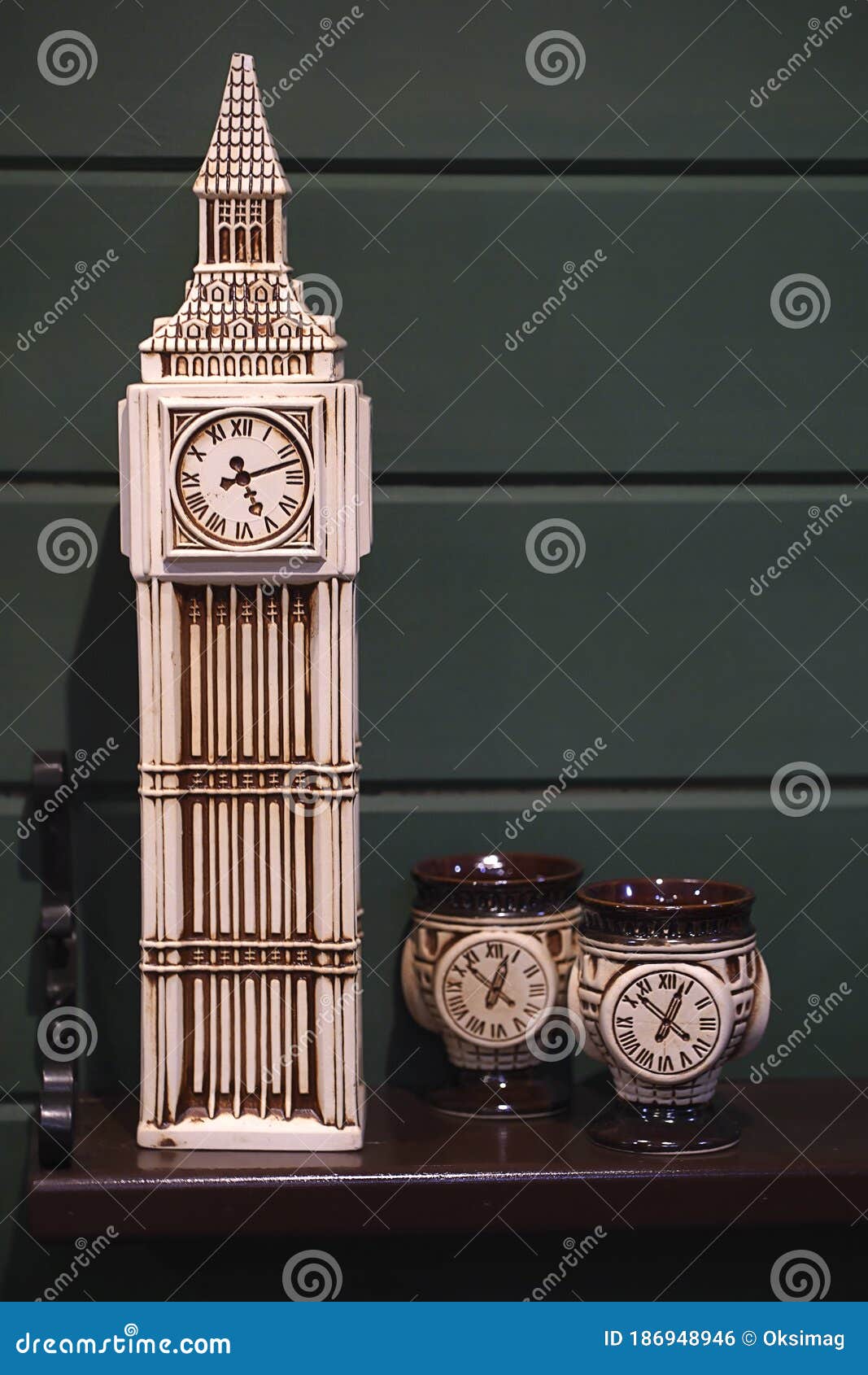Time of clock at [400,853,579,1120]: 12:52
